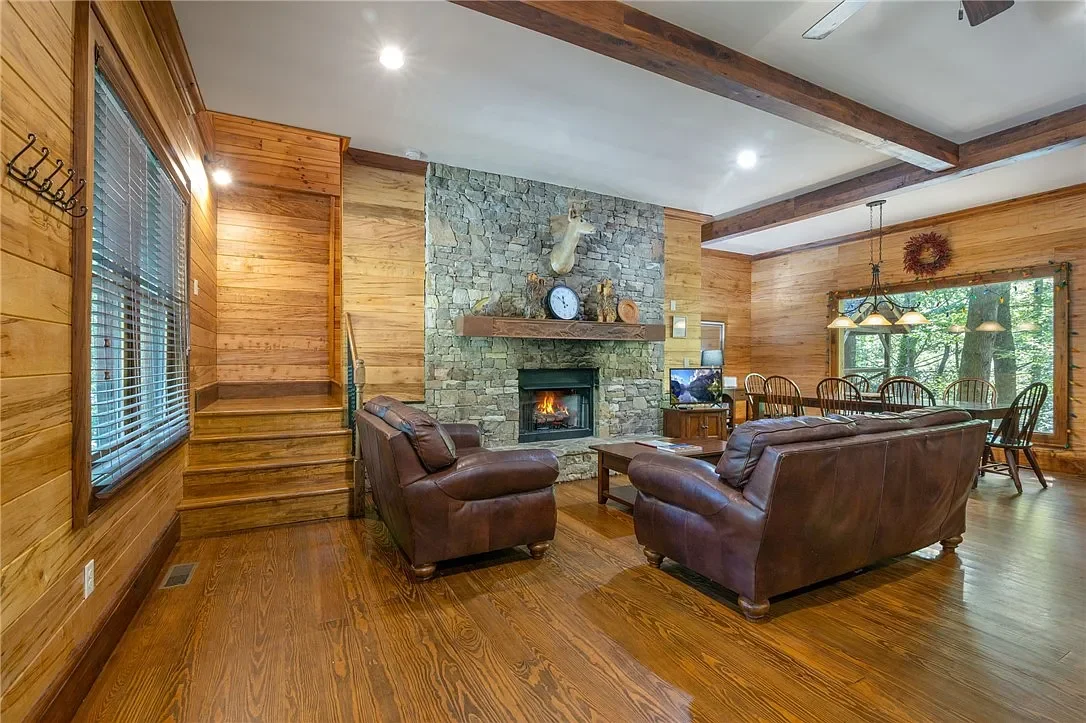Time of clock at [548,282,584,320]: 11:51
